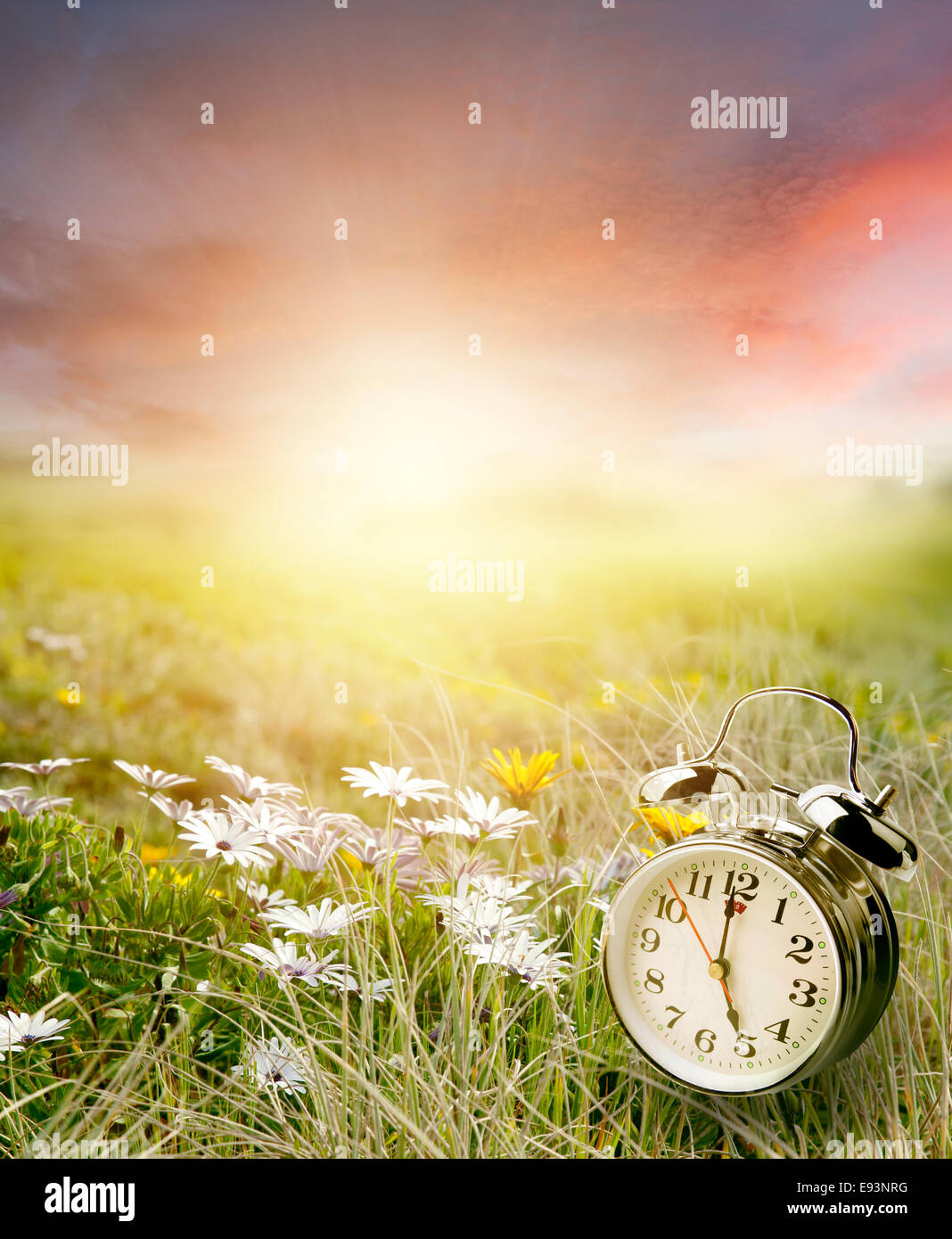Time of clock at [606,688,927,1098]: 4:59
